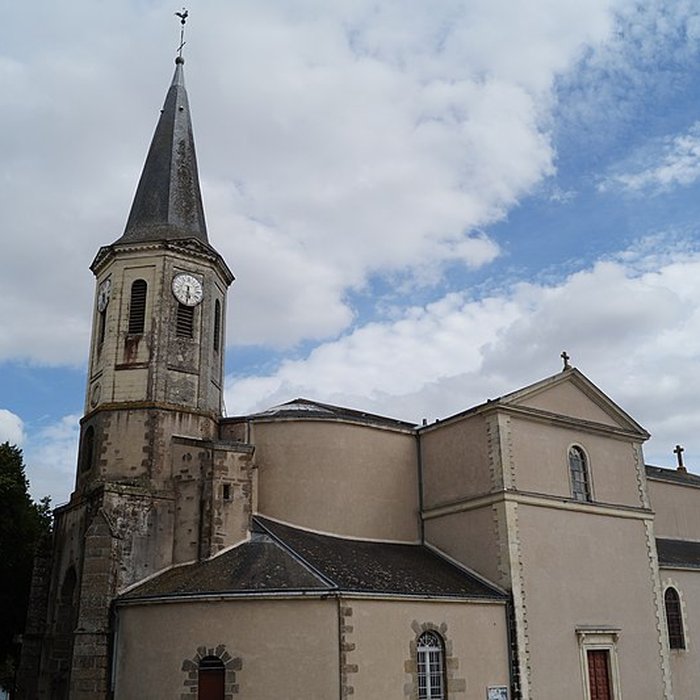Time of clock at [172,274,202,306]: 5:31
